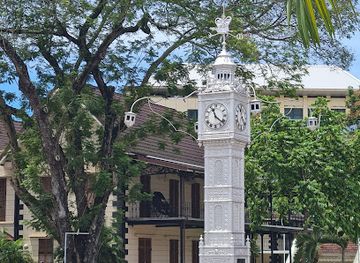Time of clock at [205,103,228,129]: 11:21
